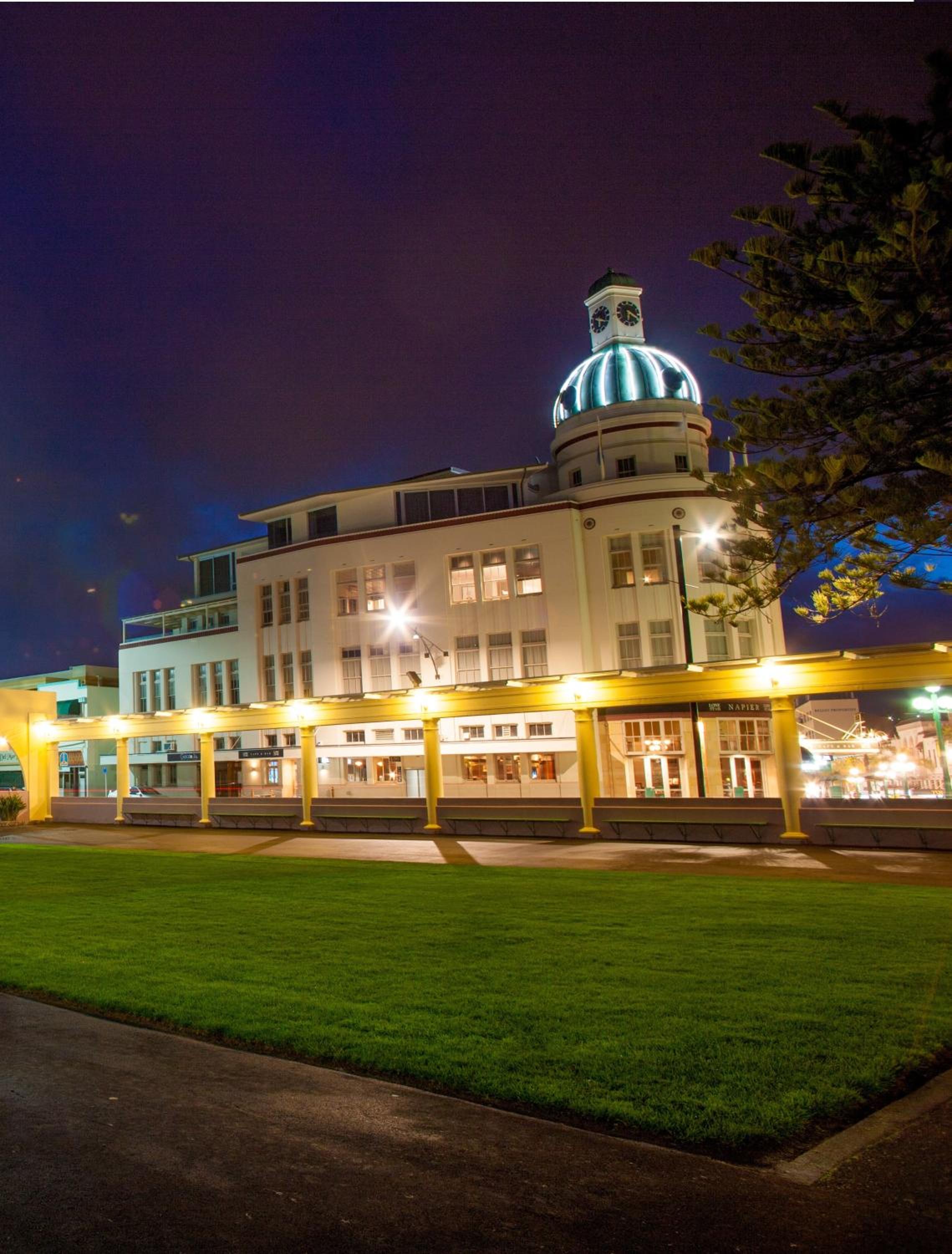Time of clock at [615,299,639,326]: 6:20
